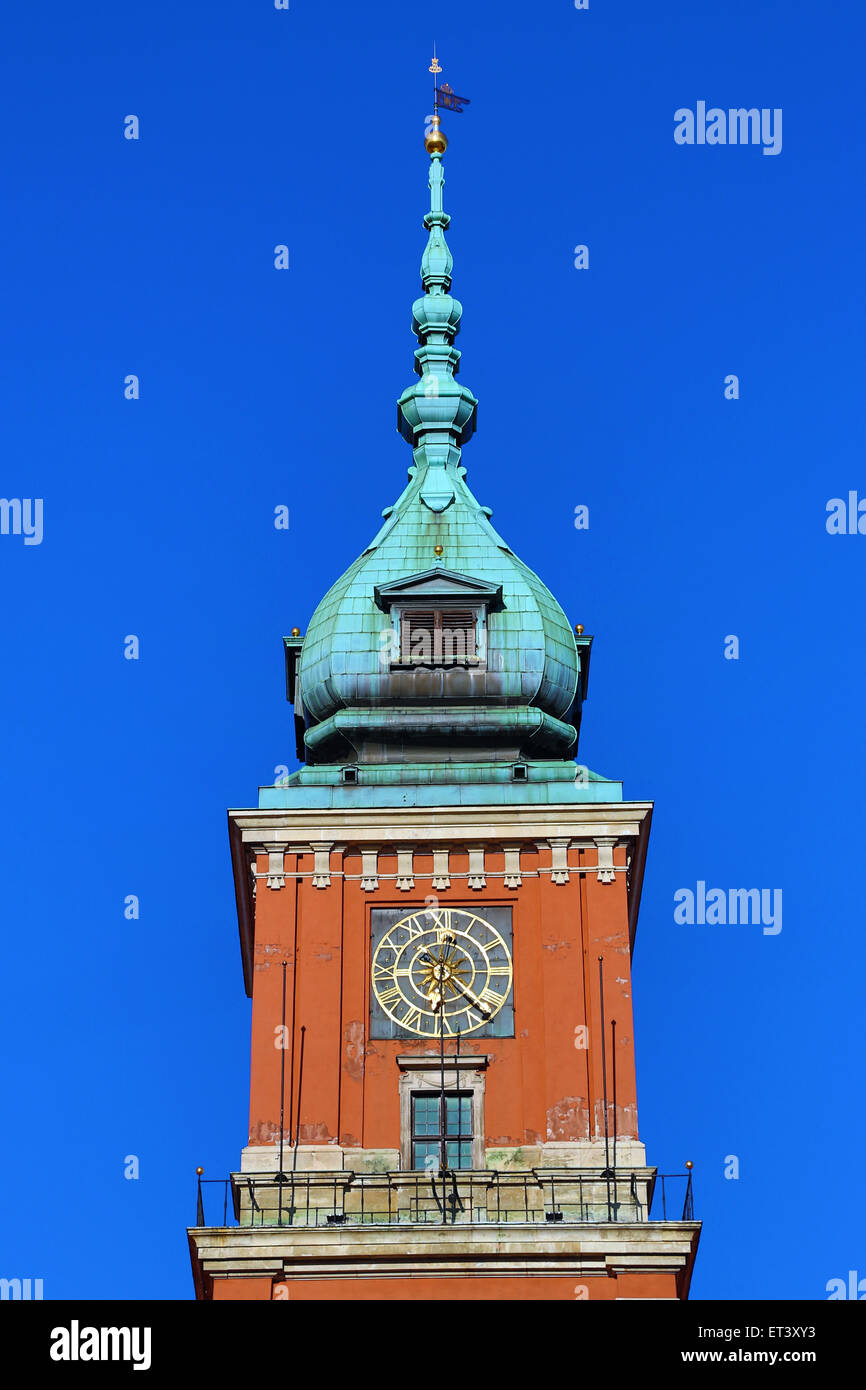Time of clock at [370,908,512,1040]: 6:22
